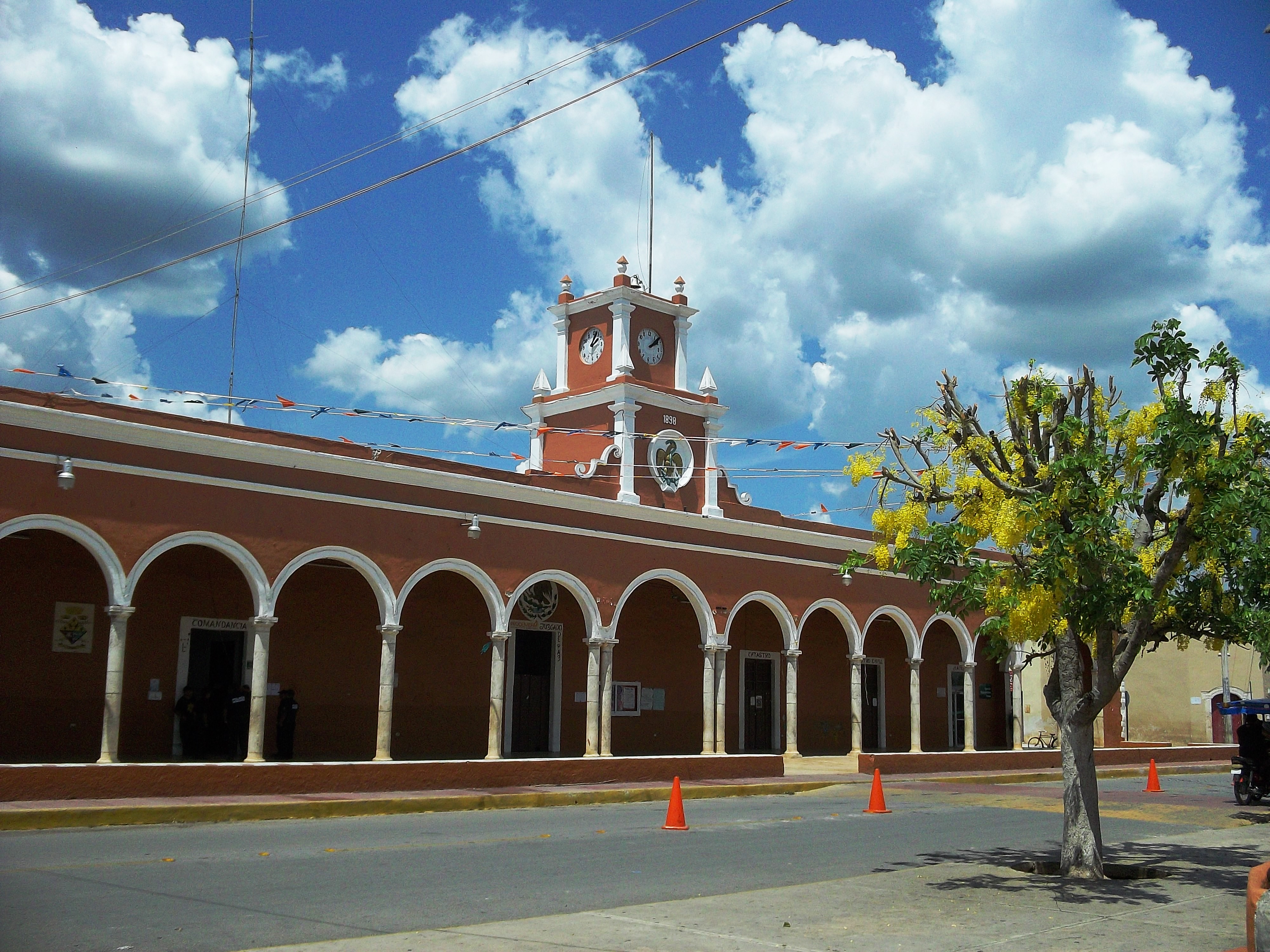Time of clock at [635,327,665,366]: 2:07
